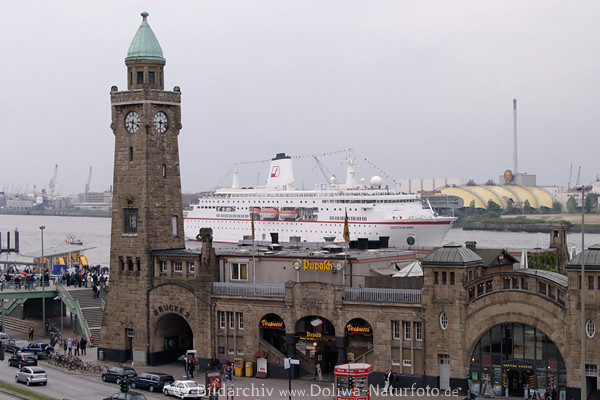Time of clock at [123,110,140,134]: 6:18
